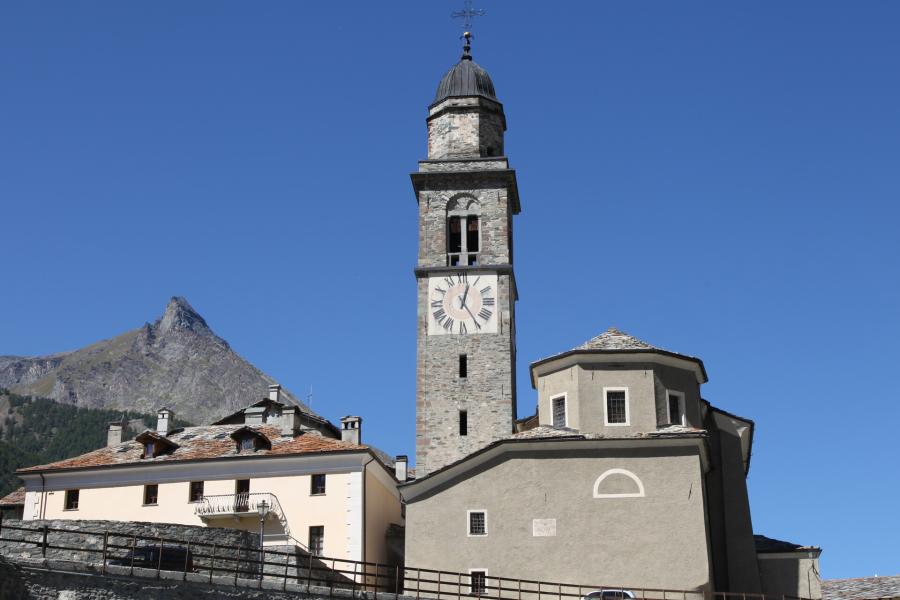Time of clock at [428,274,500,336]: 12:24
